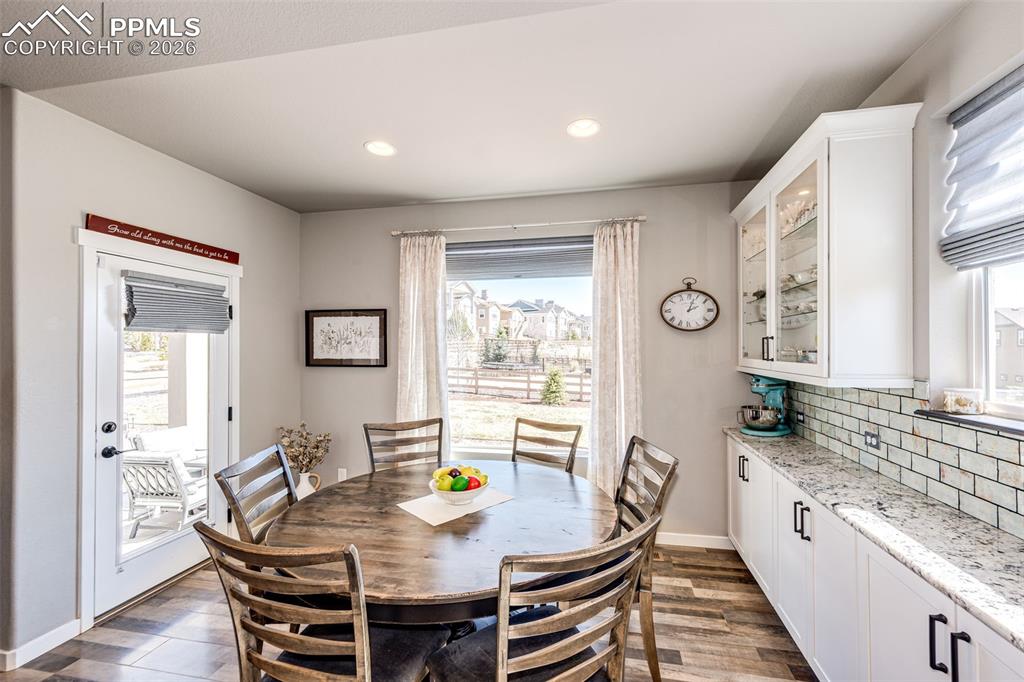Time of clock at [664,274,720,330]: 2:03
